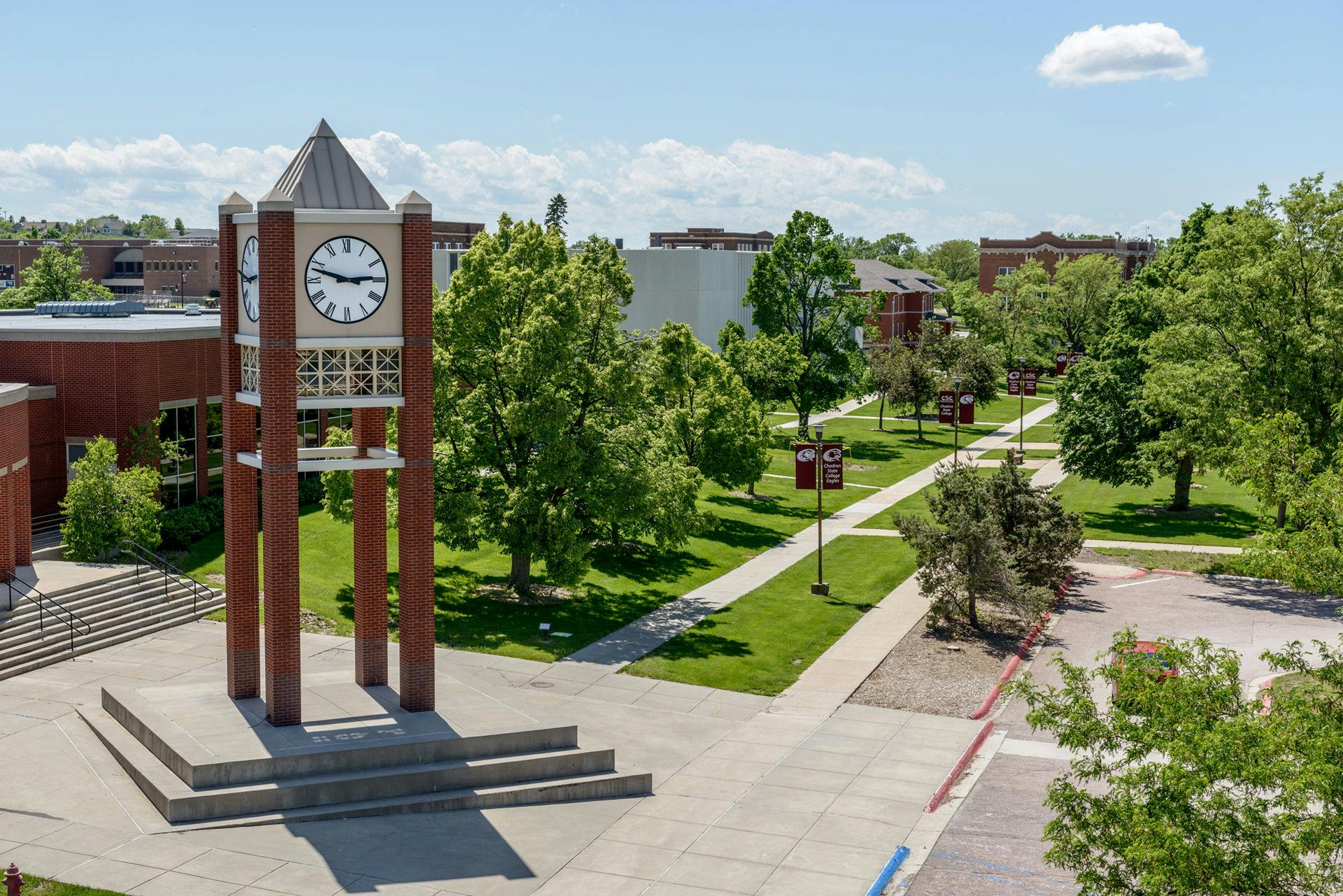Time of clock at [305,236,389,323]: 2:47
